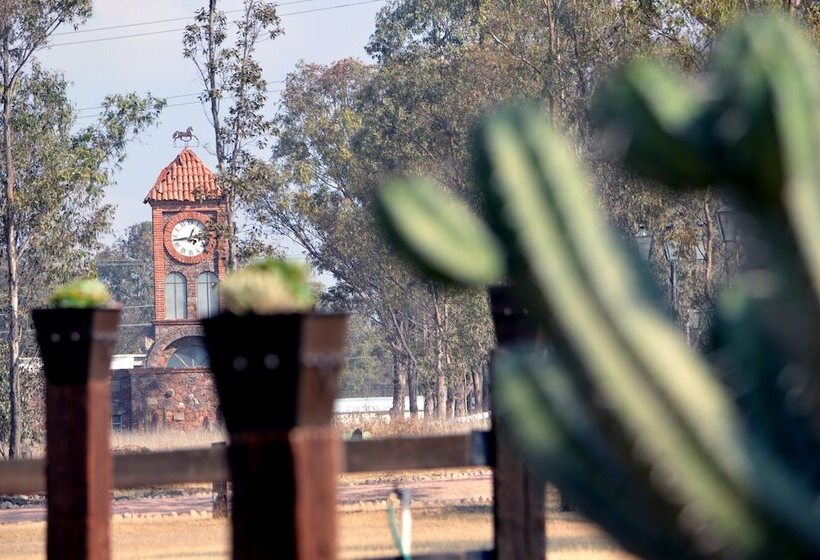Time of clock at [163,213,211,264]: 12:43
